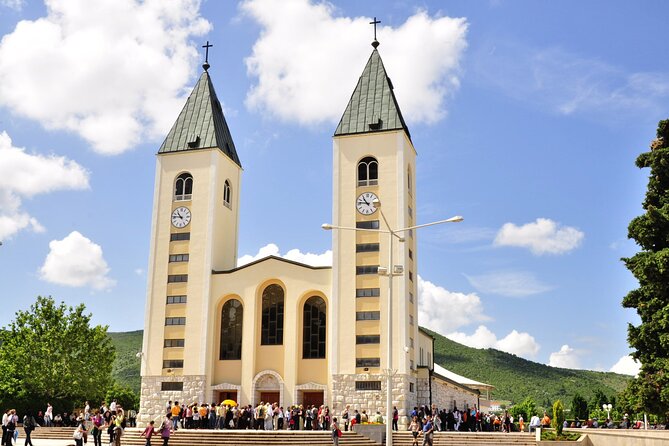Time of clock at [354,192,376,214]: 10:46
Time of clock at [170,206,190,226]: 10:46
